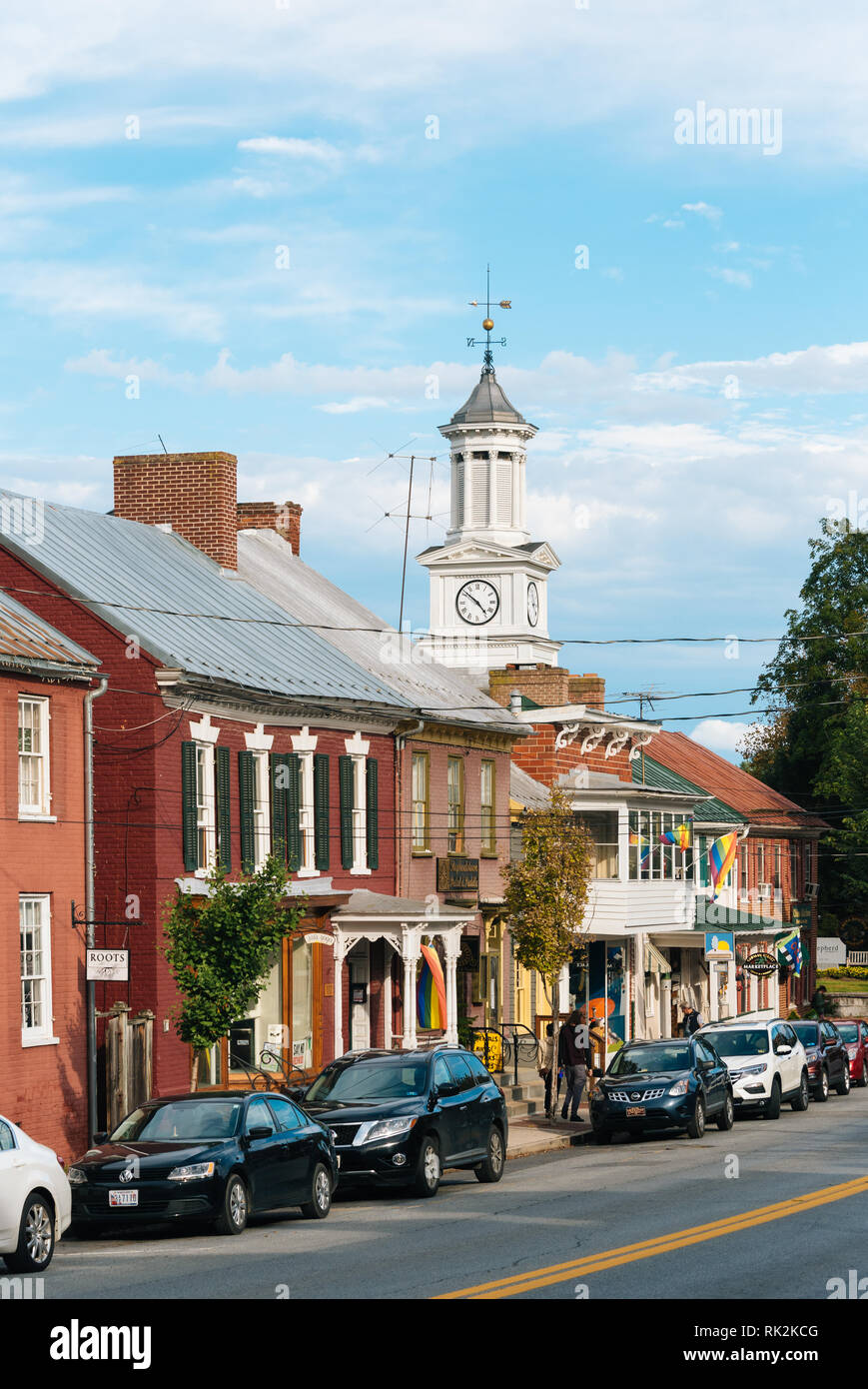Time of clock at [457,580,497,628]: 4:51
